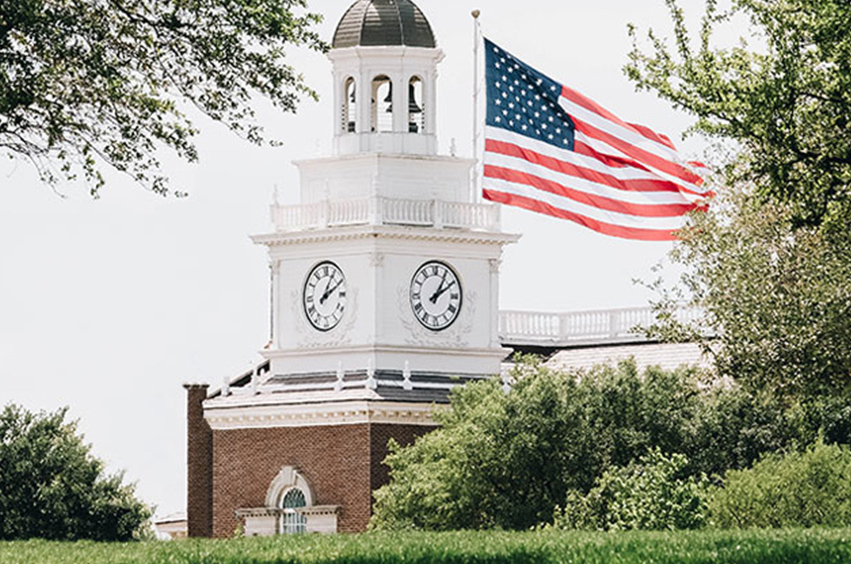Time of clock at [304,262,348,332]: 2:04
